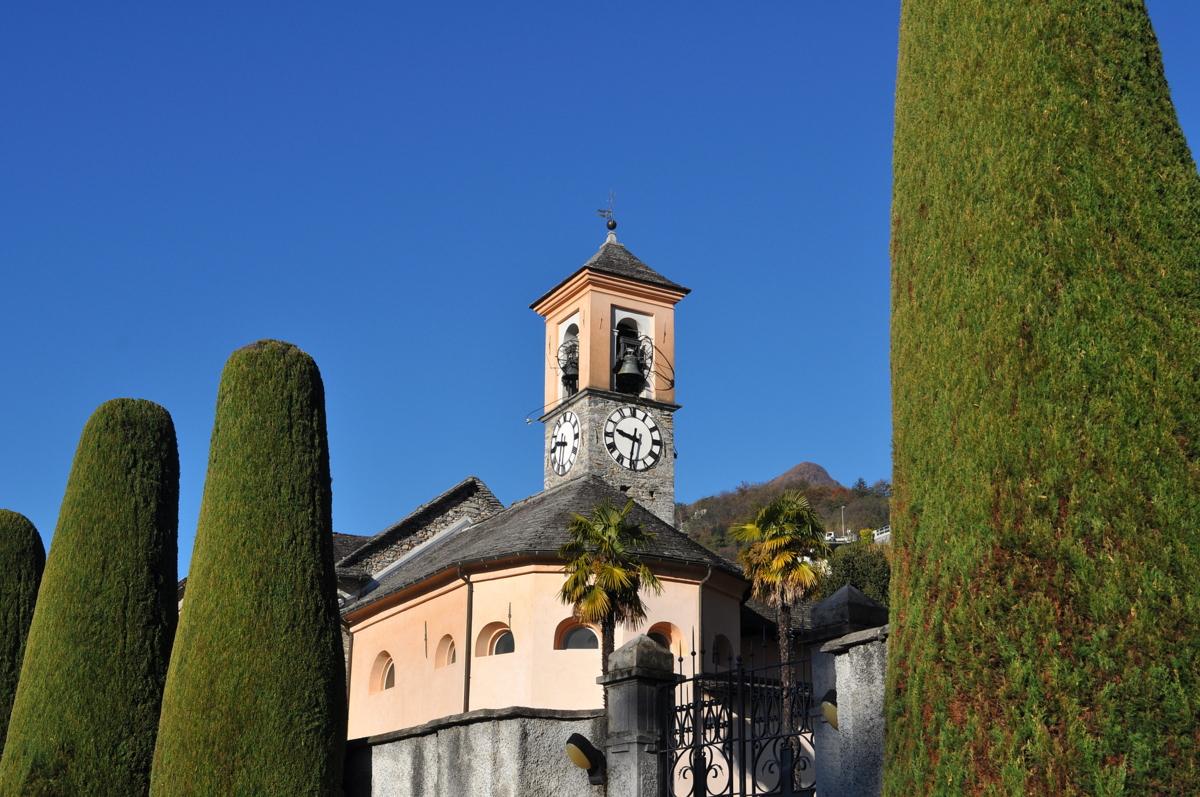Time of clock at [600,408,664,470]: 9:31
